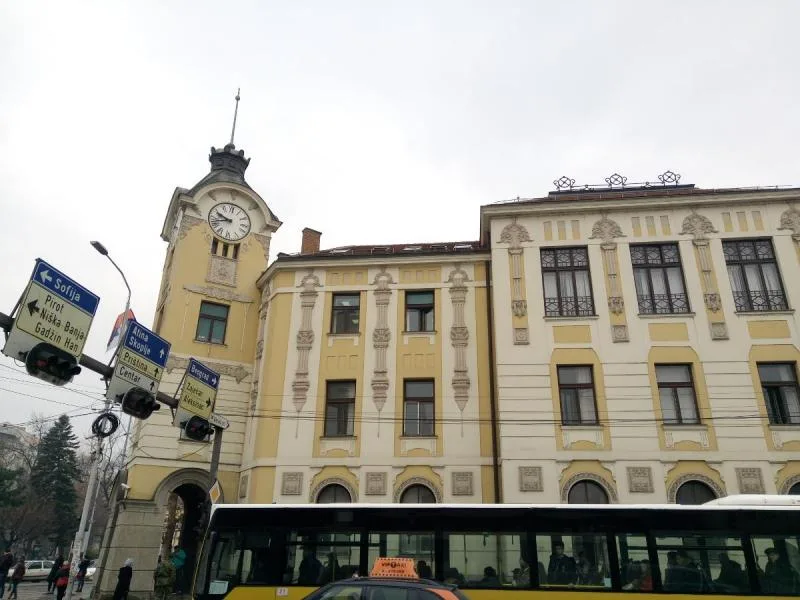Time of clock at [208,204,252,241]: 9:42
